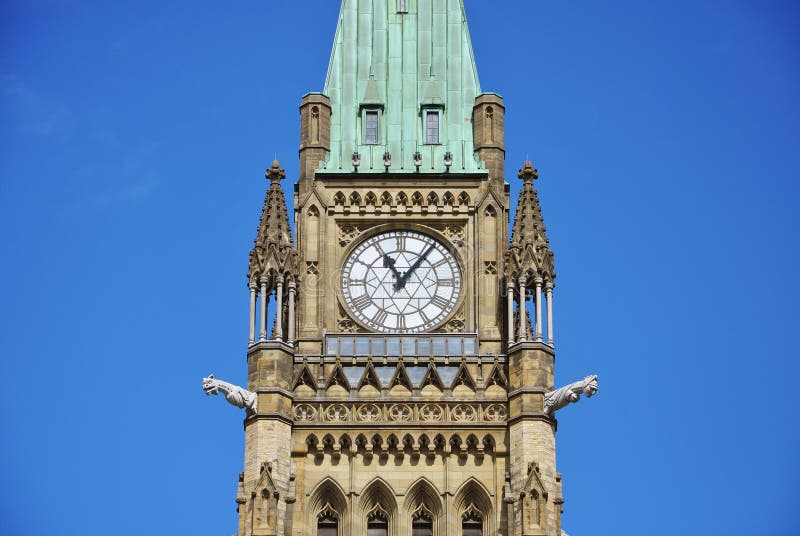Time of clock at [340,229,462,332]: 11:06
